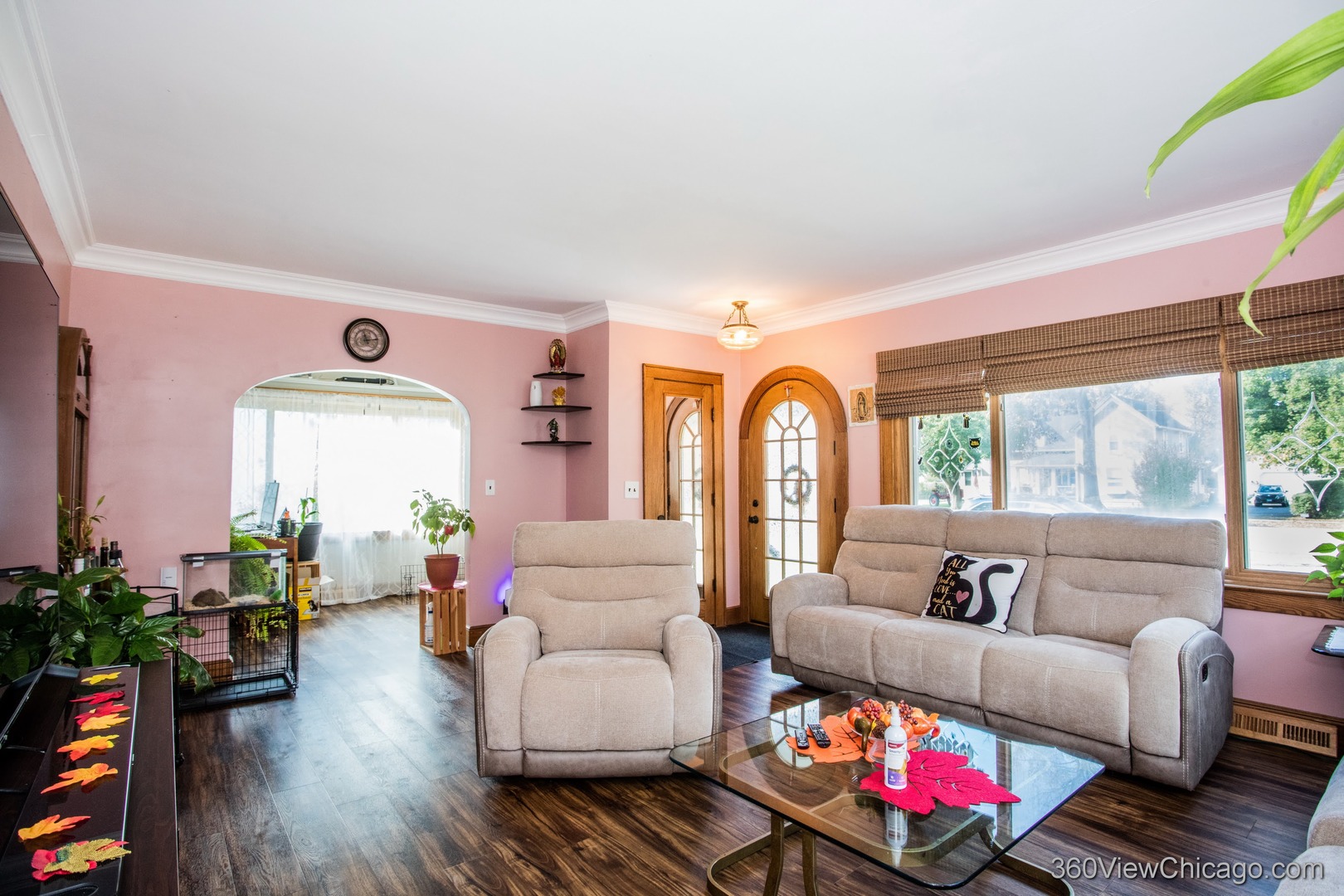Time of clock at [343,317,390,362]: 11:13
